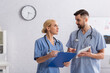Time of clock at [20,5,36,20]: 3:32
